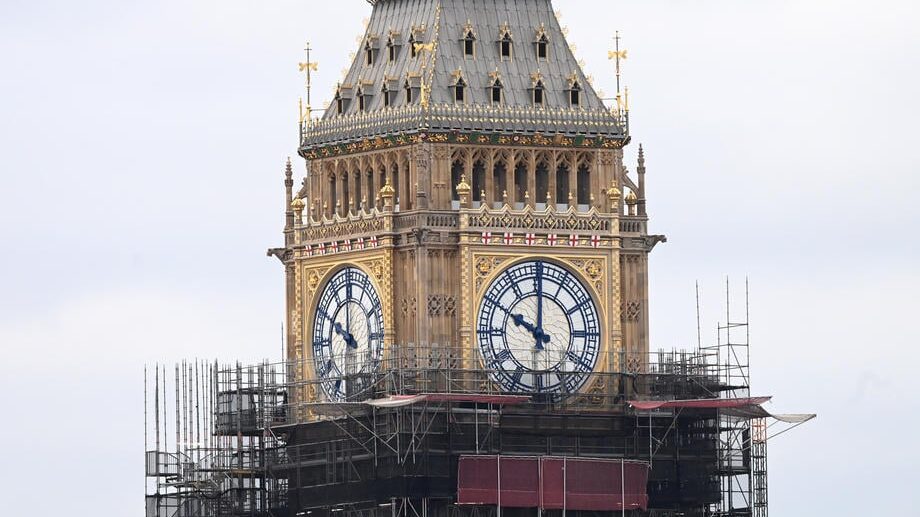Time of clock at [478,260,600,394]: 10:00
